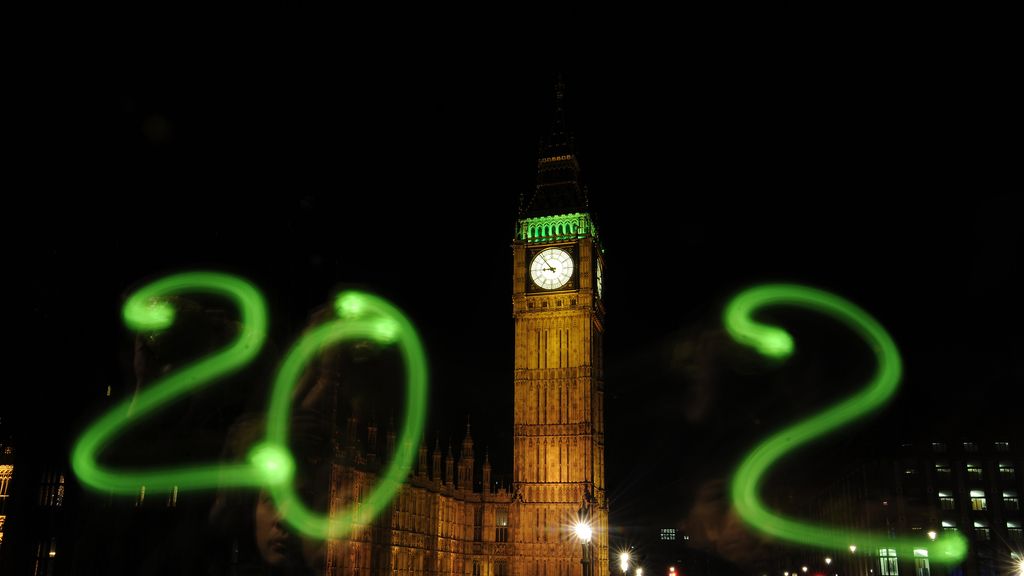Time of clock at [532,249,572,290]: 8:53
